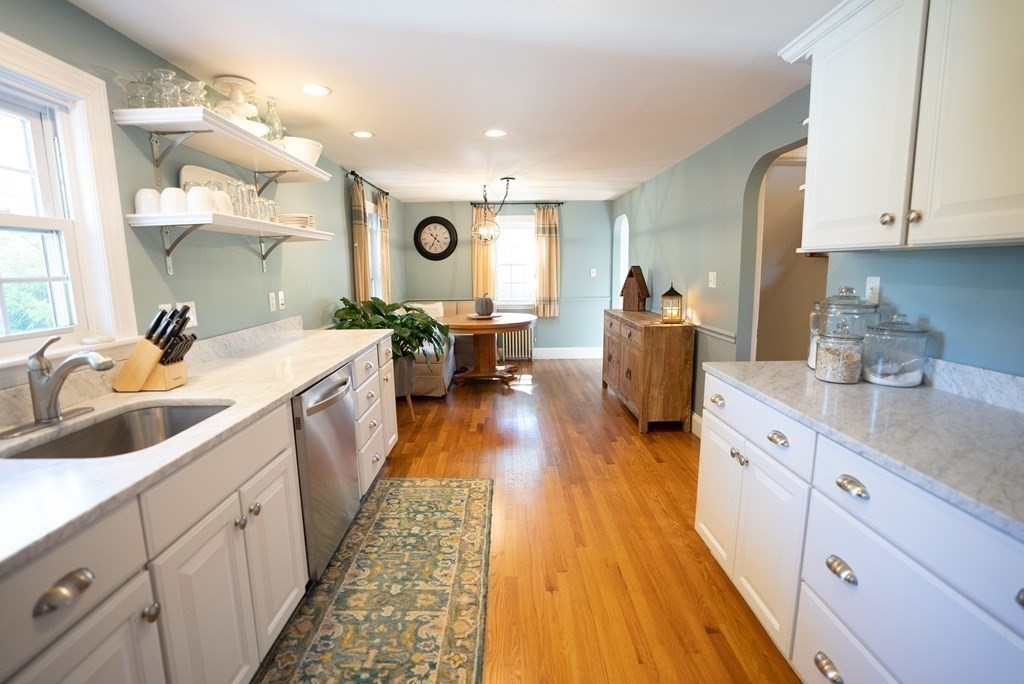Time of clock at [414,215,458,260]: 10:34
